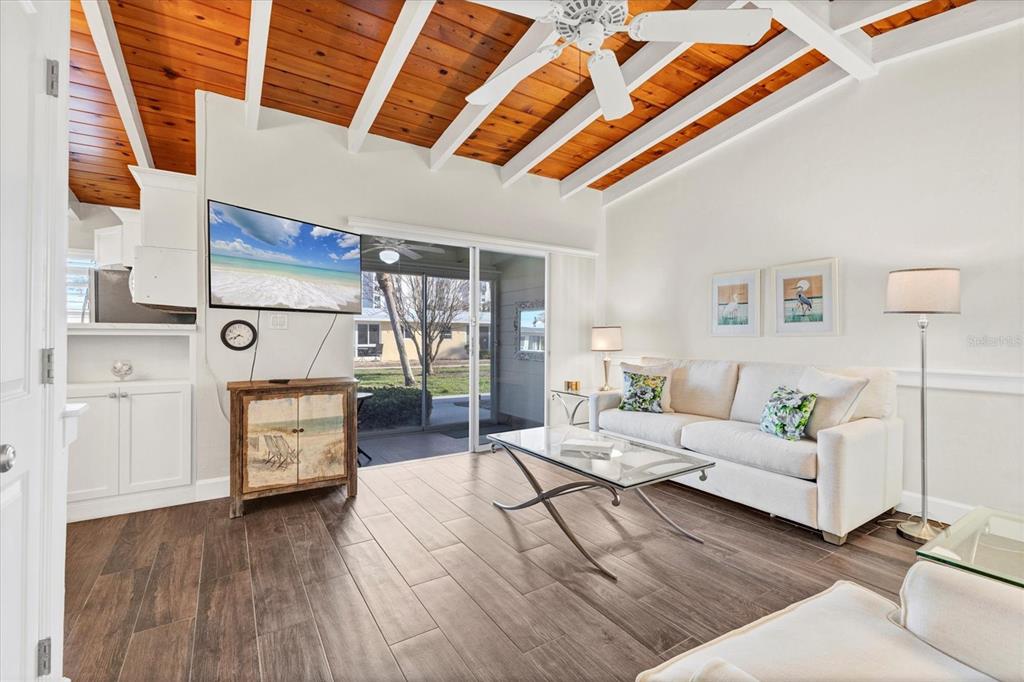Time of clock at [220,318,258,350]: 7:41
